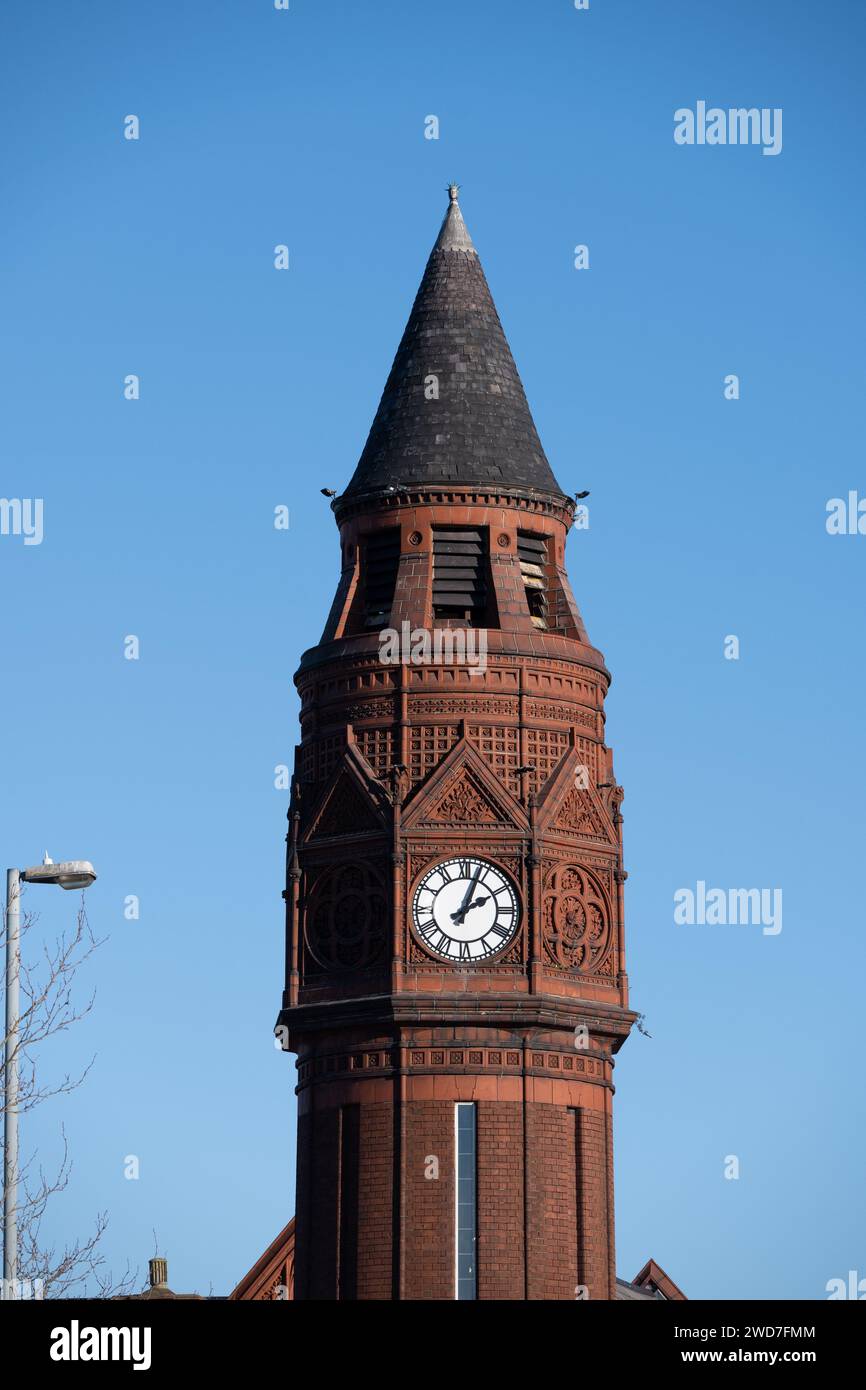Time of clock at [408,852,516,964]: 2:03
